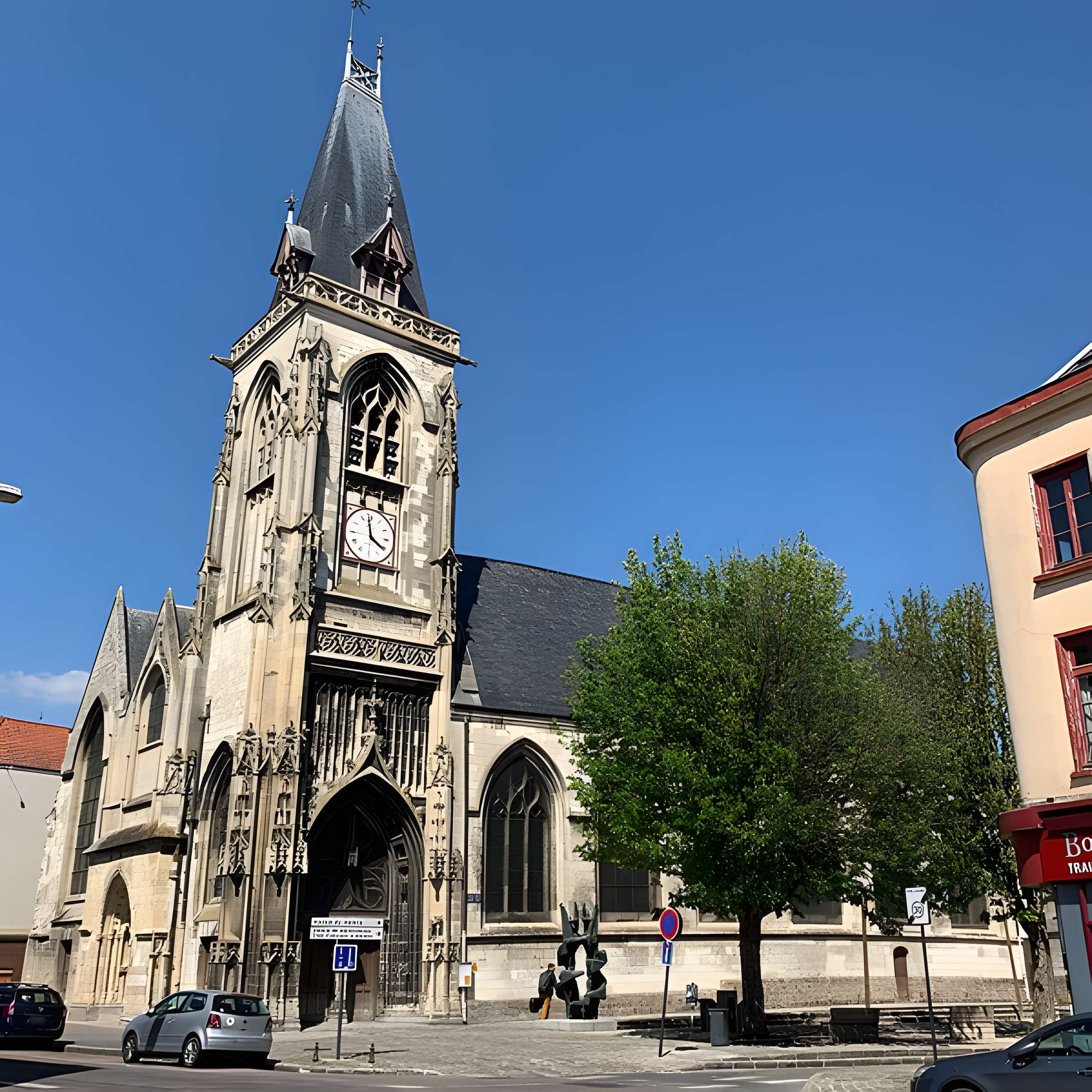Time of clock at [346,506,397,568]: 3:58
